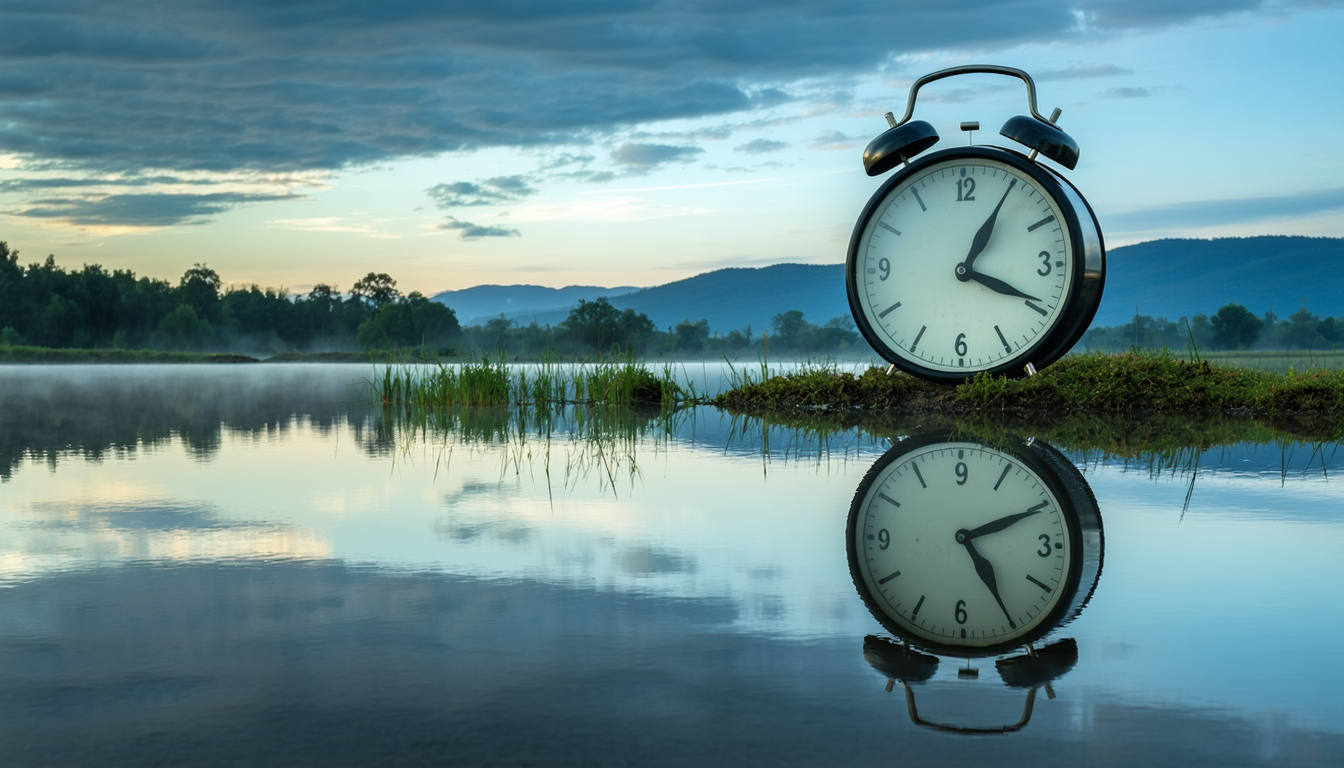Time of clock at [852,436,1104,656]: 5:10
